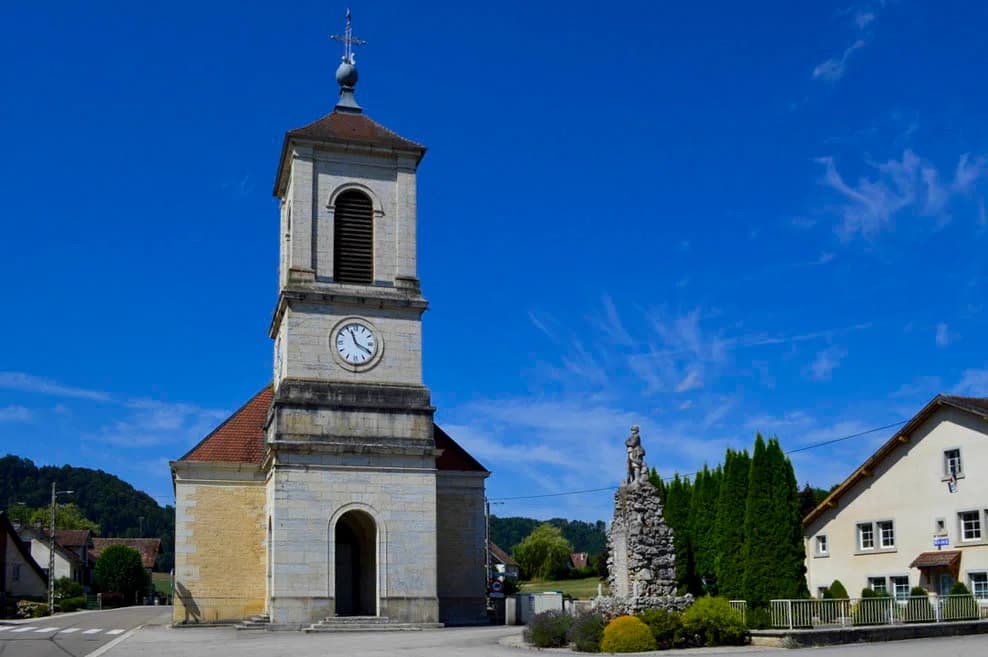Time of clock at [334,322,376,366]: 11:19
